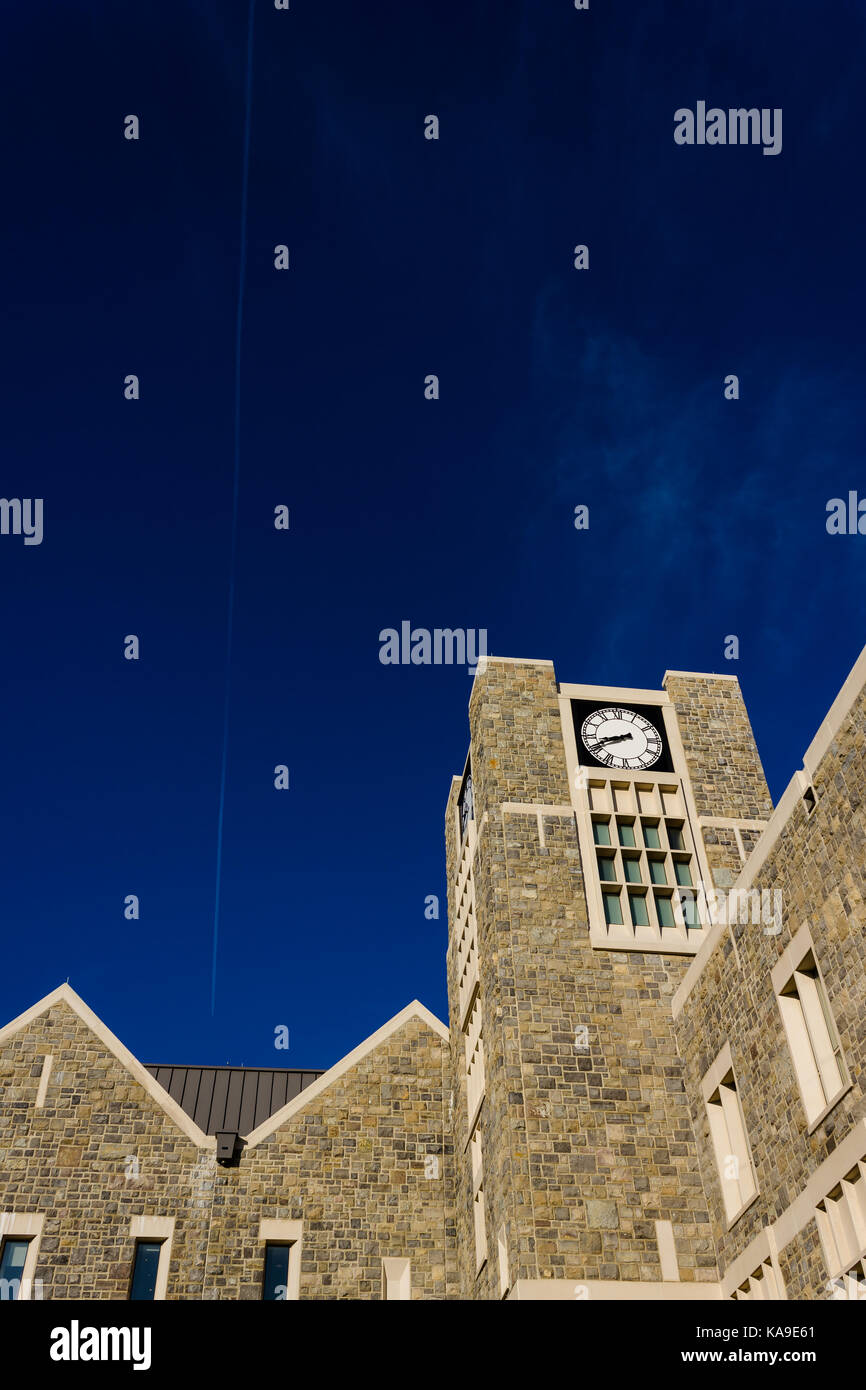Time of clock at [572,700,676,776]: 8:40
